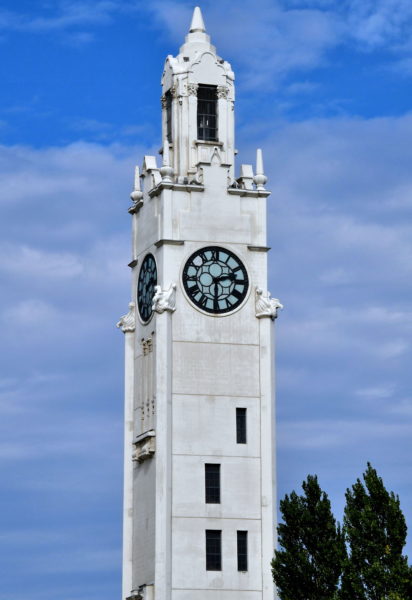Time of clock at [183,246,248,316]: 2:29
